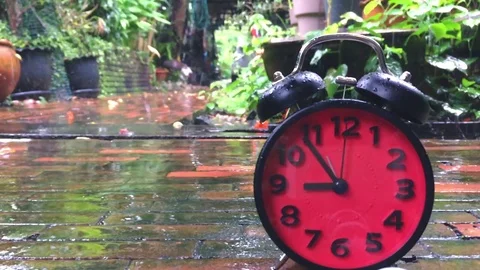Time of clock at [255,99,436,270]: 8:53
